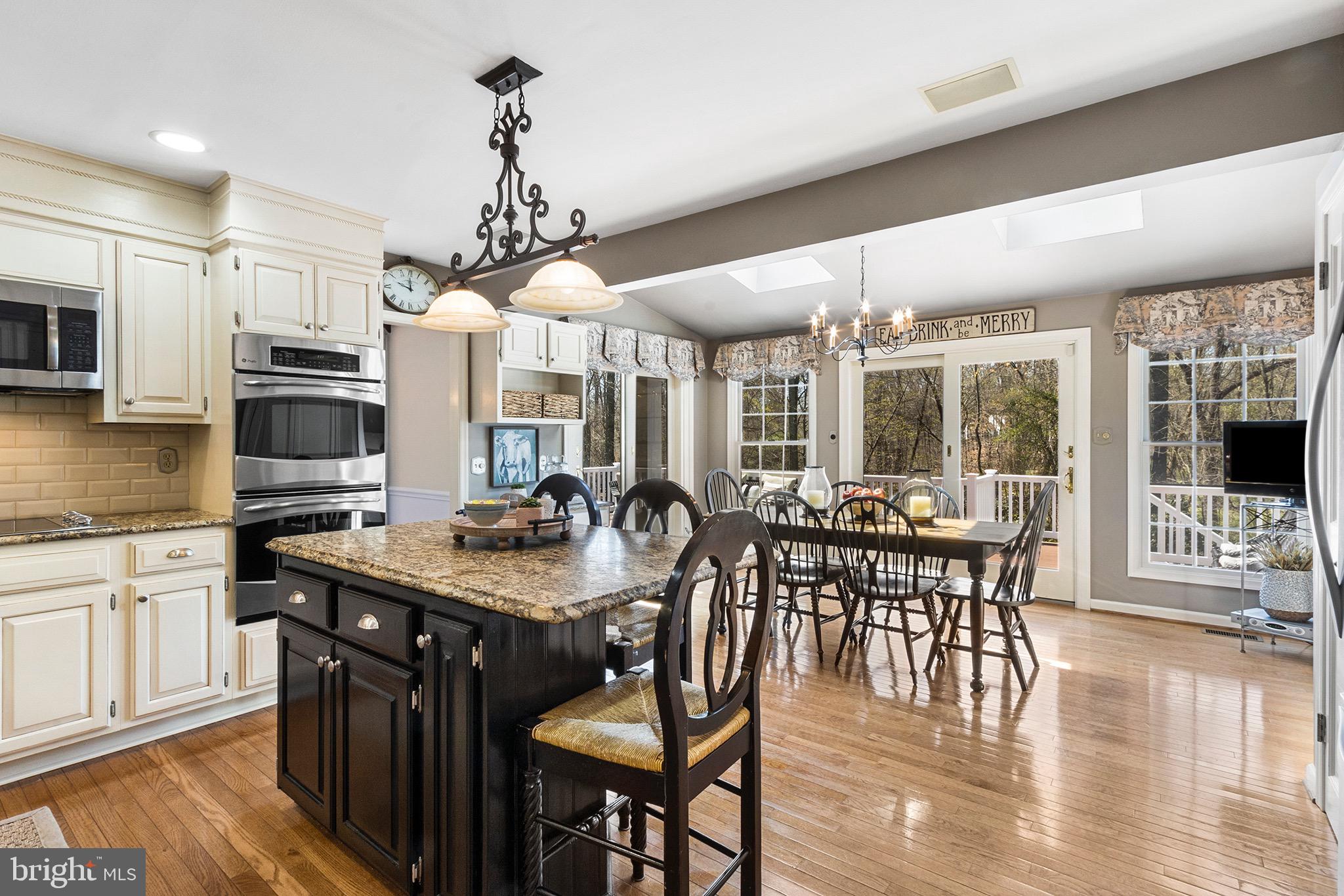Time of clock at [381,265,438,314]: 11:48
